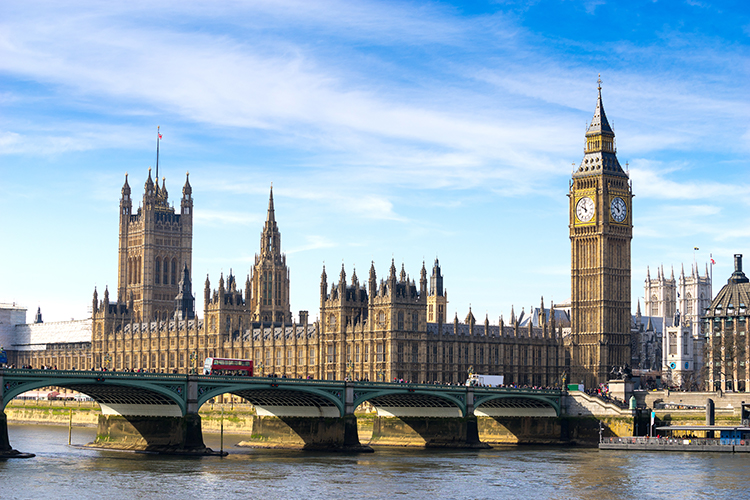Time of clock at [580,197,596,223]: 9:57
